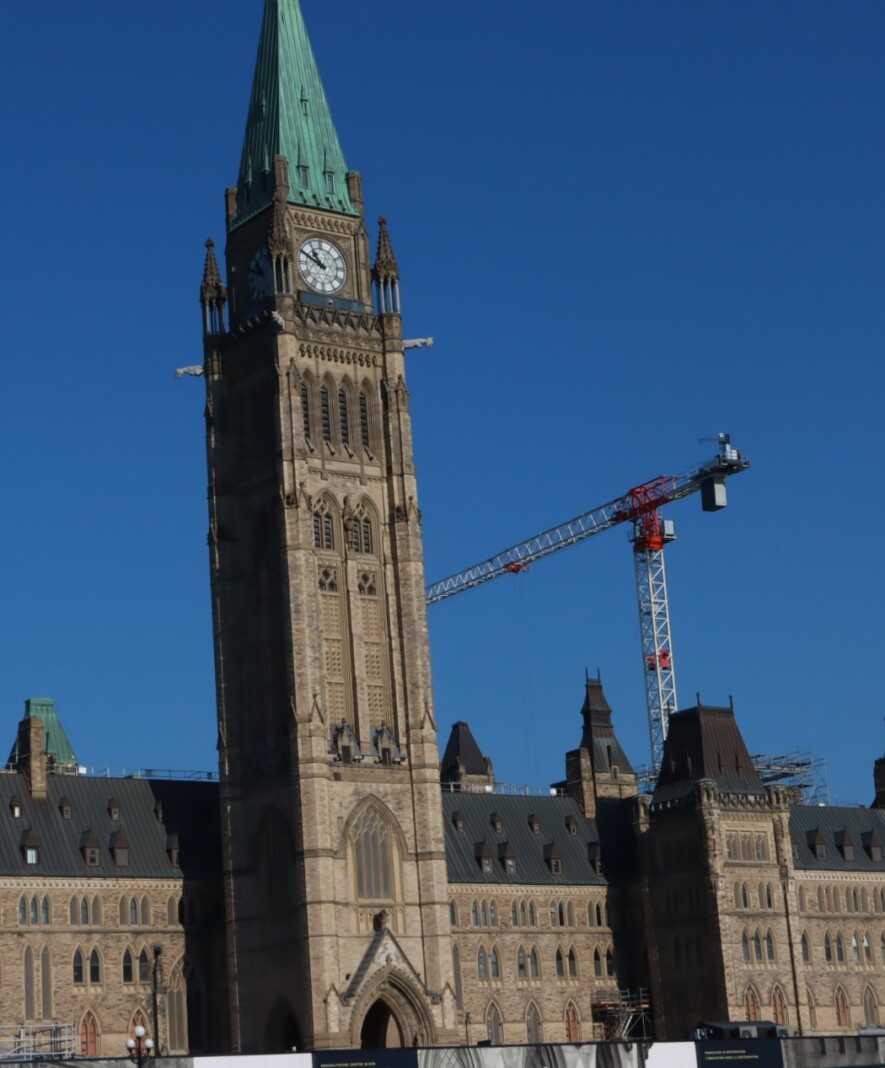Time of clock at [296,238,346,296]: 10:49
